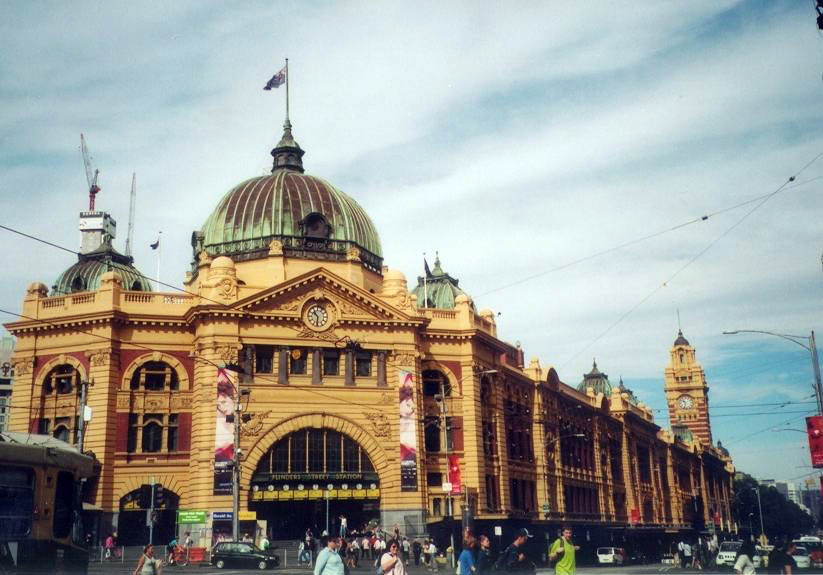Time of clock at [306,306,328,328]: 10:31
